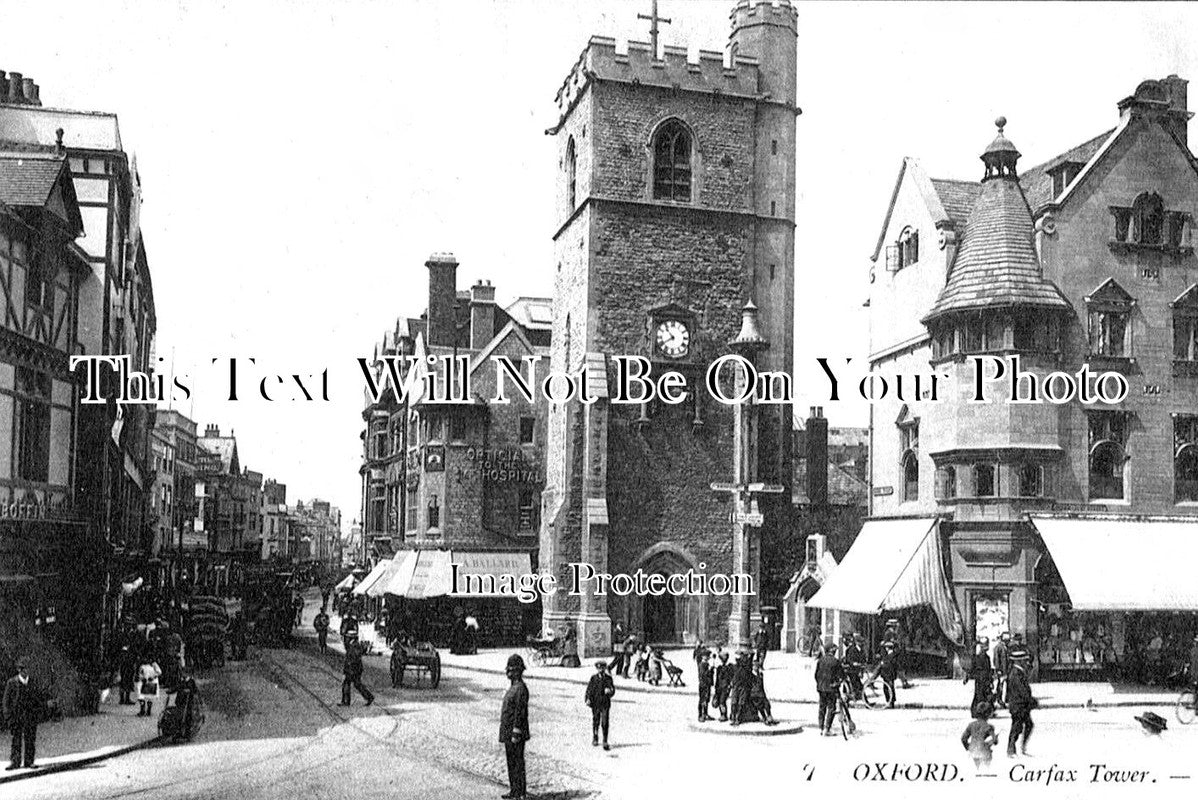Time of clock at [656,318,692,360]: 10:39
